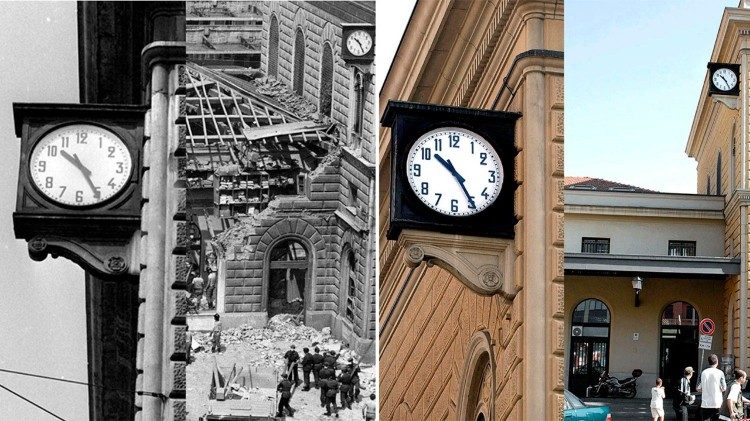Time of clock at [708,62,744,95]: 10:24
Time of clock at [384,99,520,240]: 10:24
